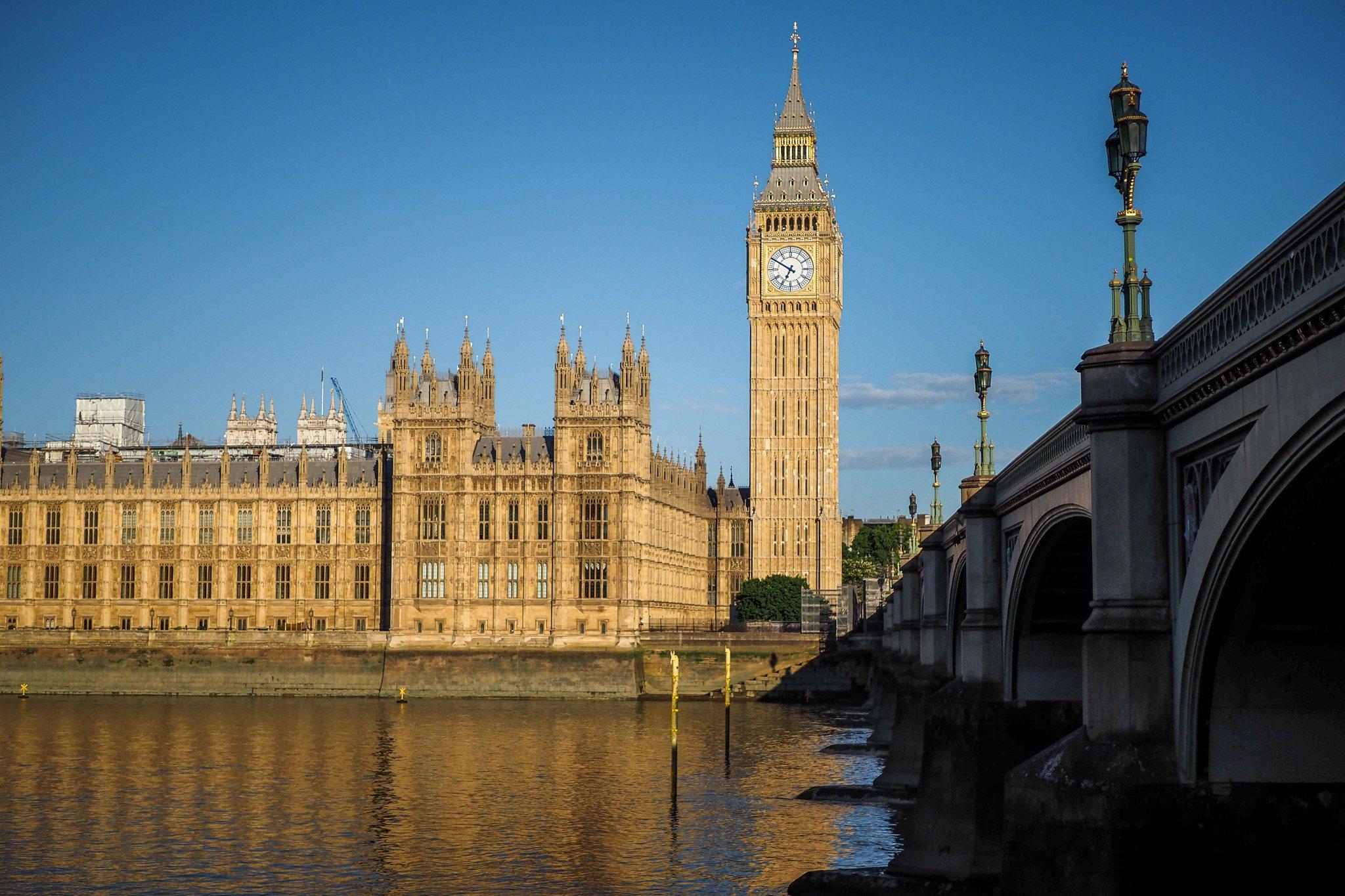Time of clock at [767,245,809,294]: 6:50
